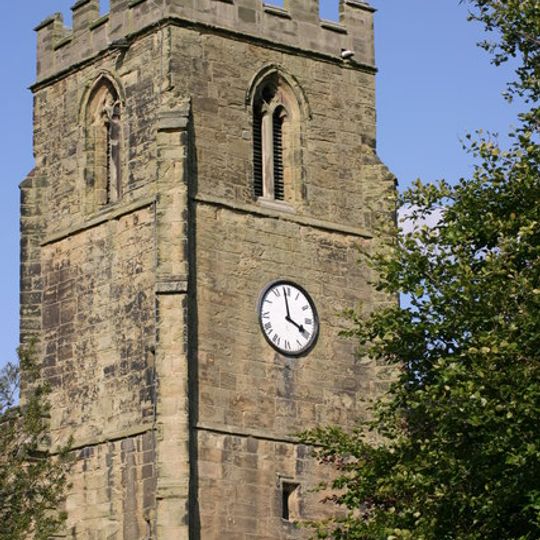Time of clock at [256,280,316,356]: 3:58
